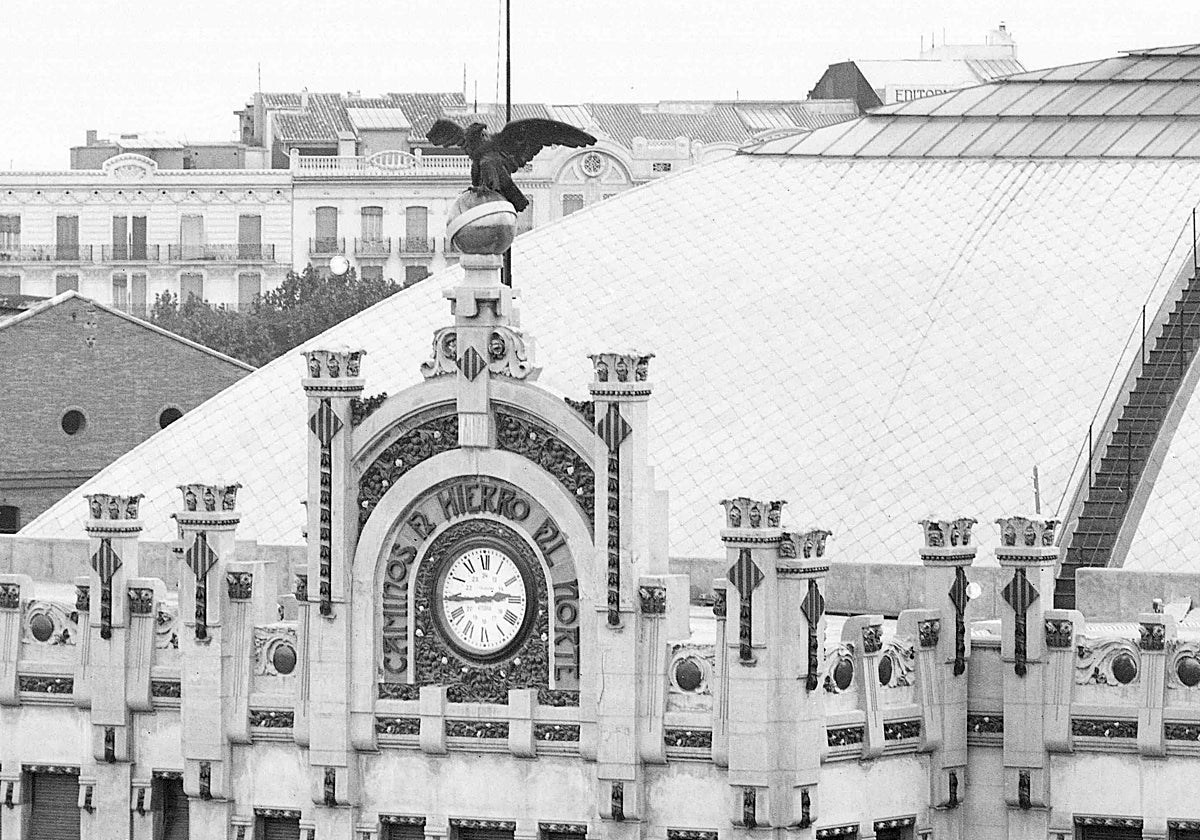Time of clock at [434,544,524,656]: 2:44
